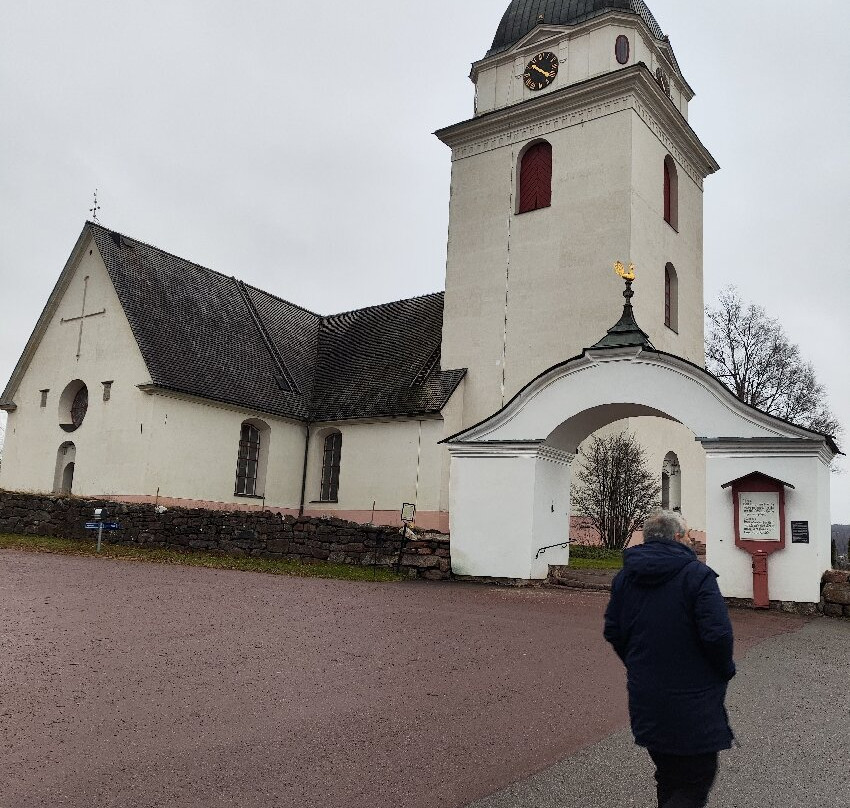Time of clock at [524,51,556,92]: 10:21
